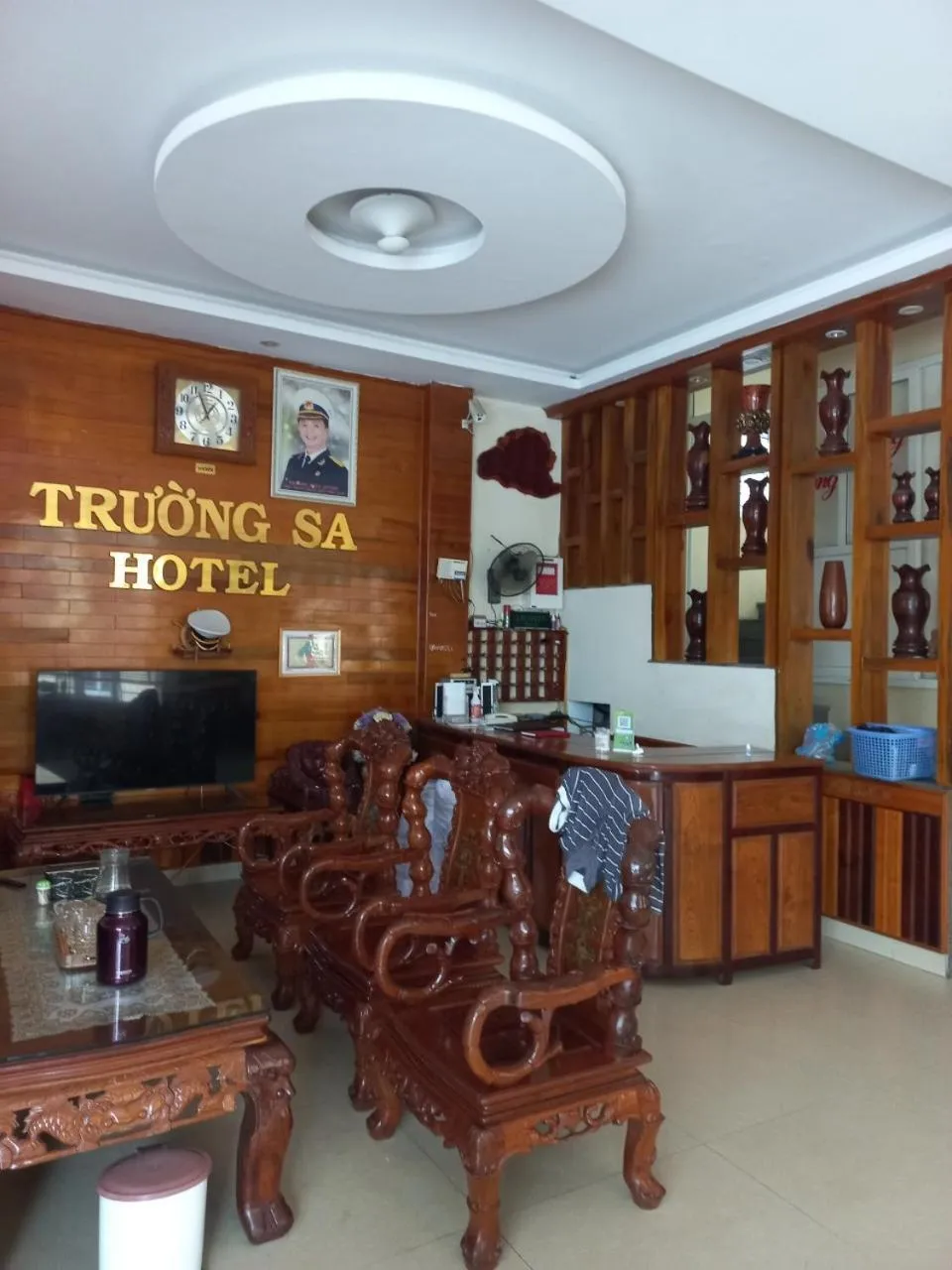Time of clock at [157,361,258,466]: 12:56
